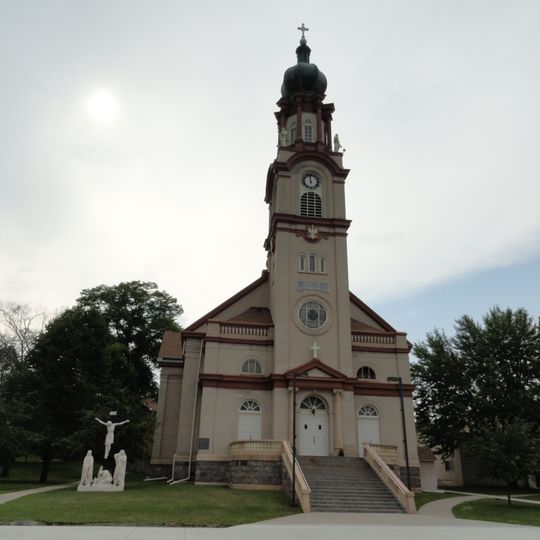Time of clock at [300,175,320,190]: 11:59
